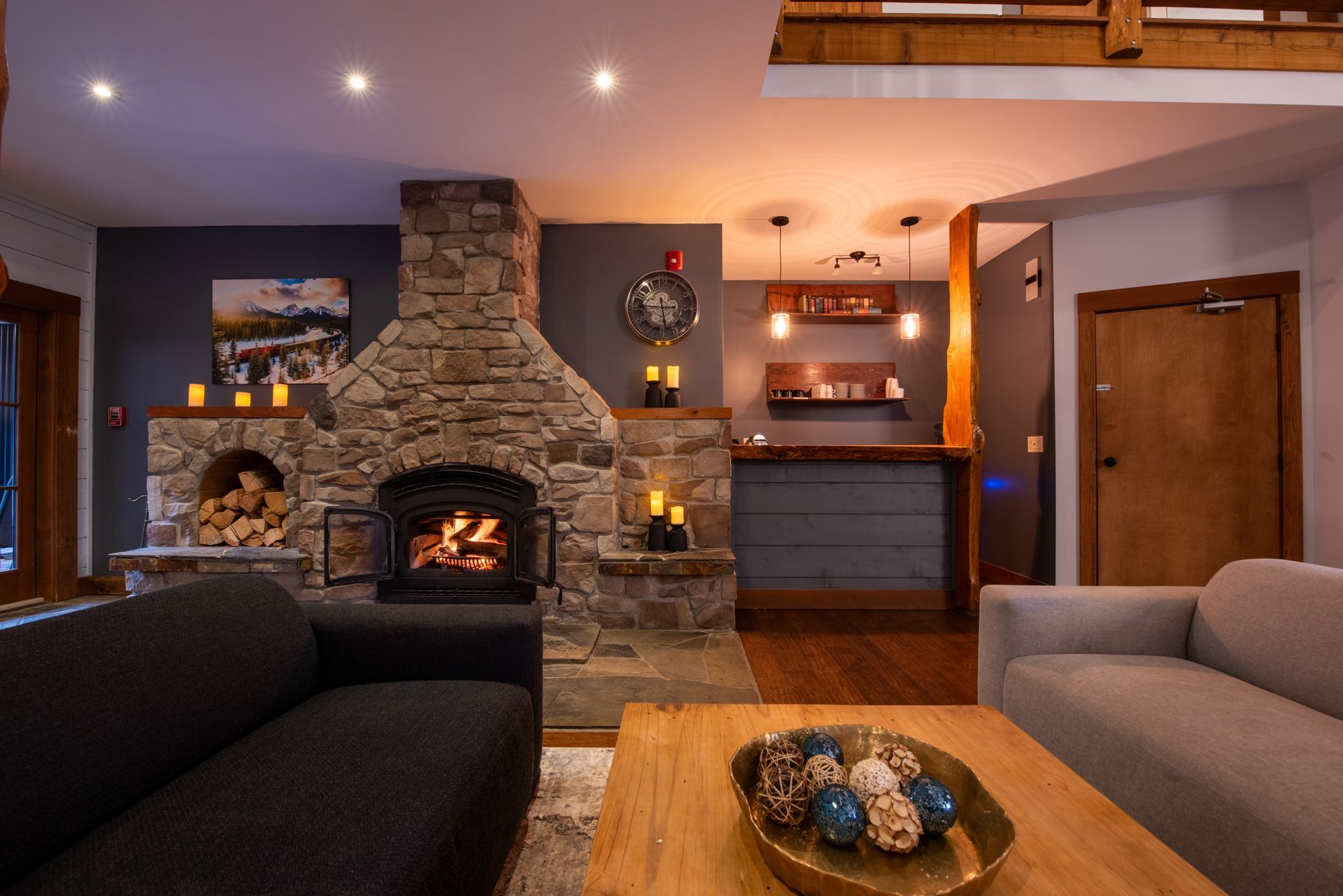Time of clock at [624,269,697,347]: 5:45
